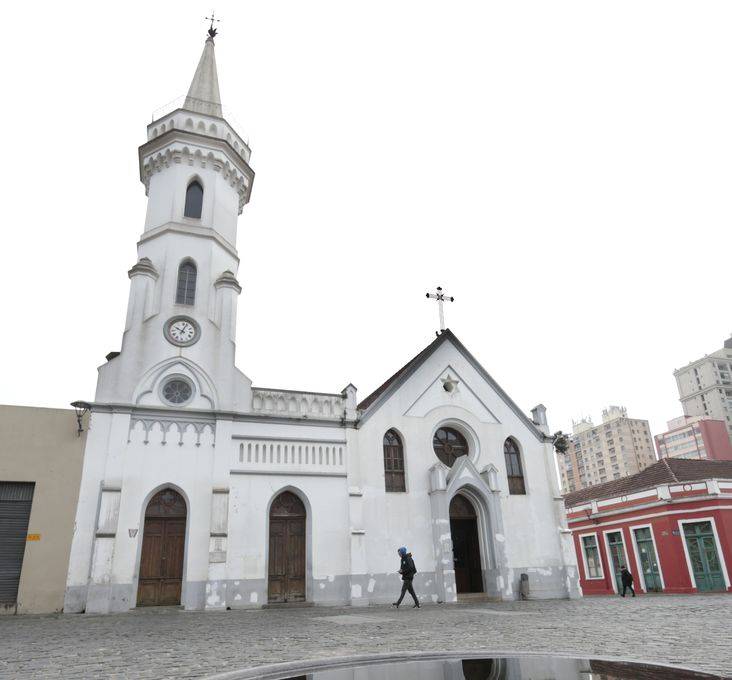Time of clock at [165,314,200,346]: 10:03
